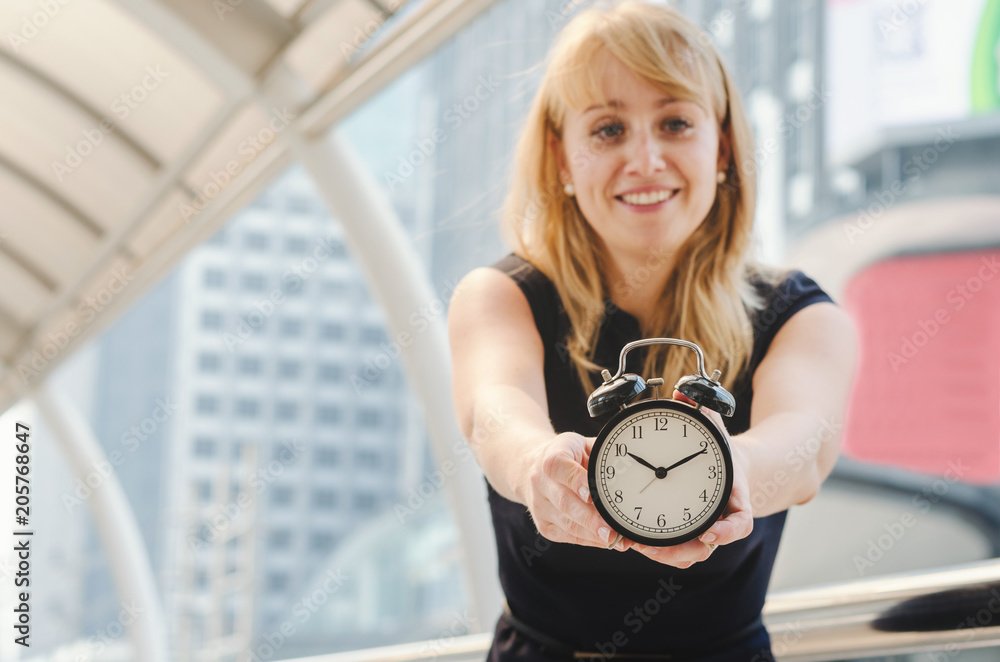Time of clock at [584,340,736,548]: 10:10
